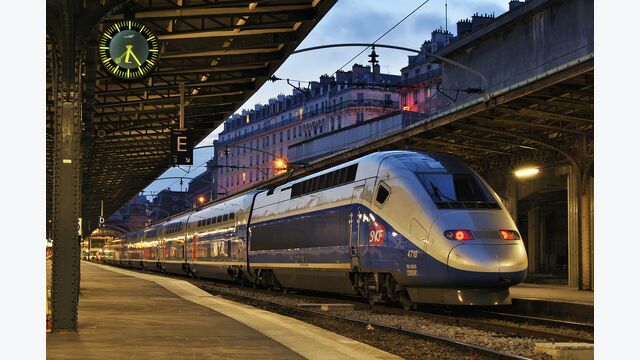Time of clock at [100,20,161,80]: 6:24
